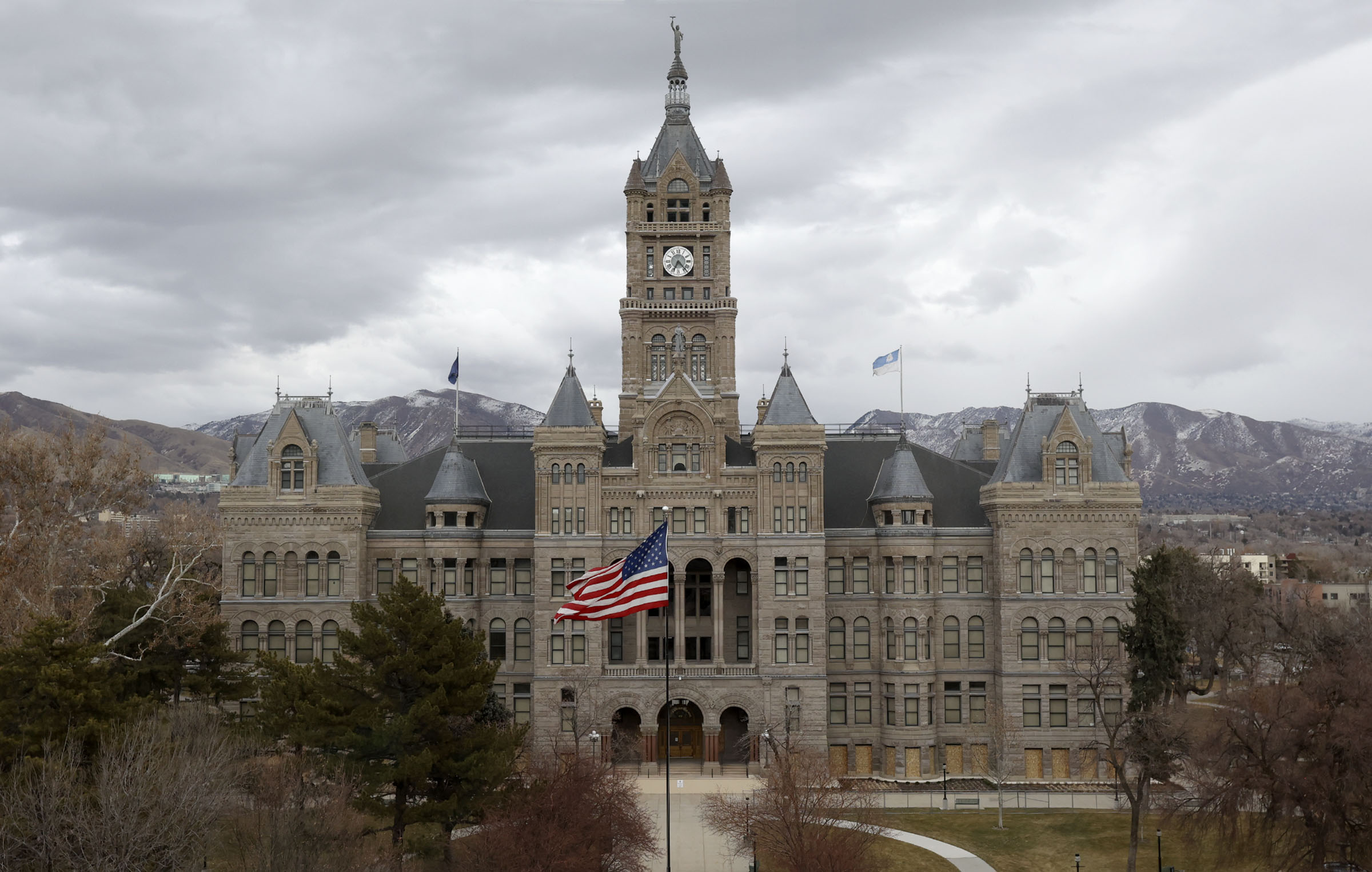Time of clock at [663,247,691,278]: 4:34
